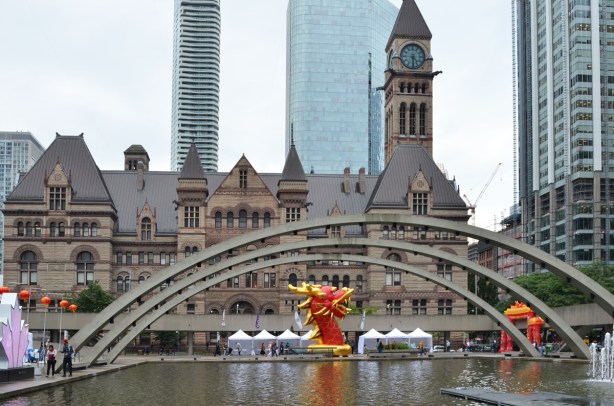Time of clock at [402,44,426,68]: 4:29
